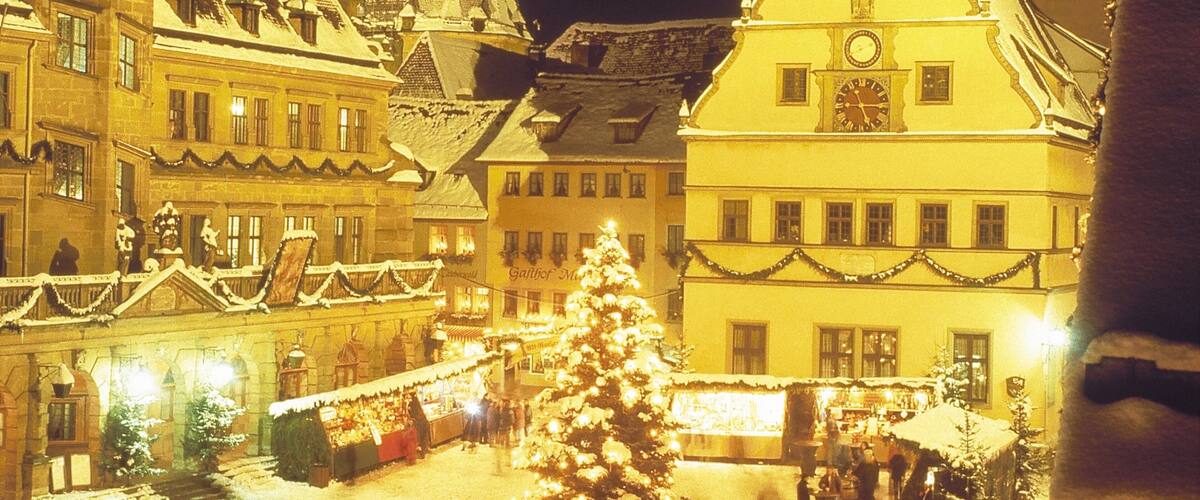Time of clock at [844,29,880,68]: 8:11
